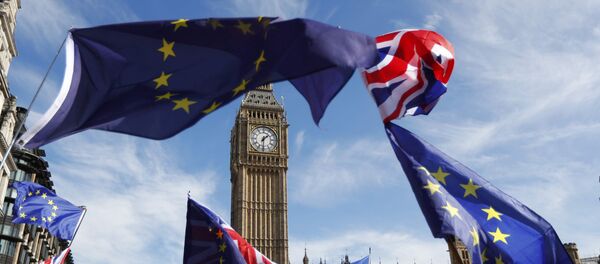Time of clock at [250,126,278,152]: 1:30
